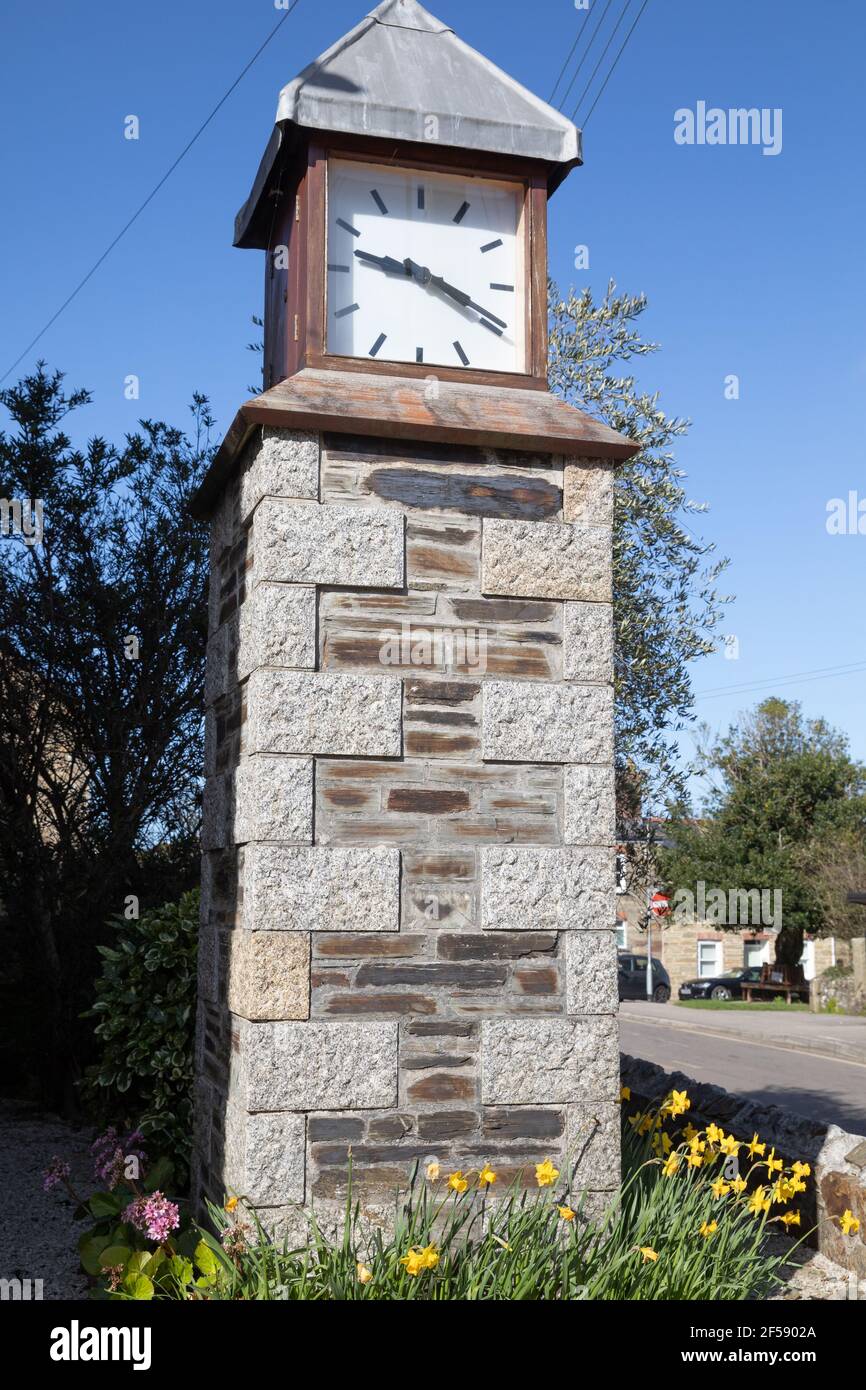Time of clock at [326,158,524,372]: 9:19
